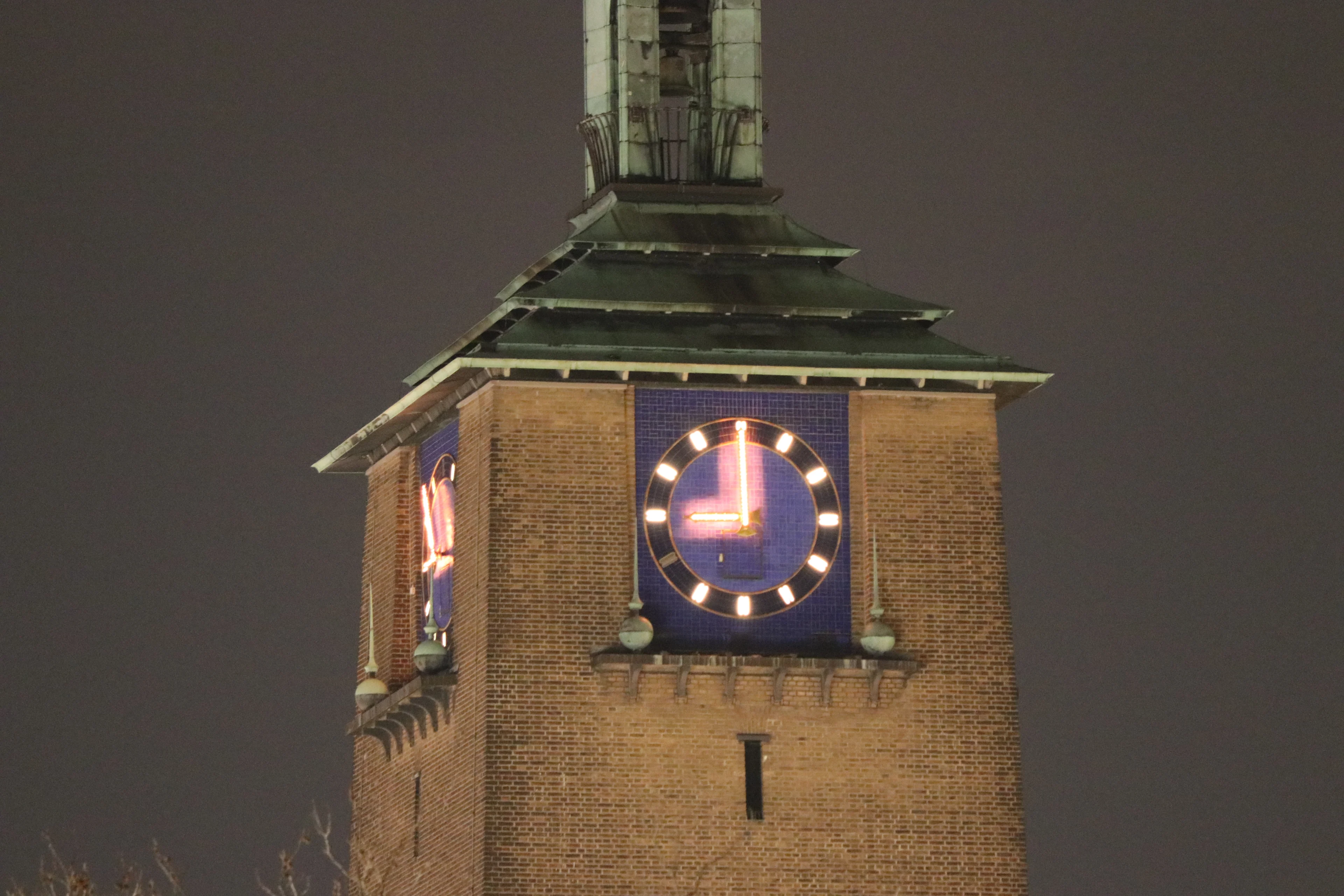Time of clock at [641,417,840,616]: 8:59
